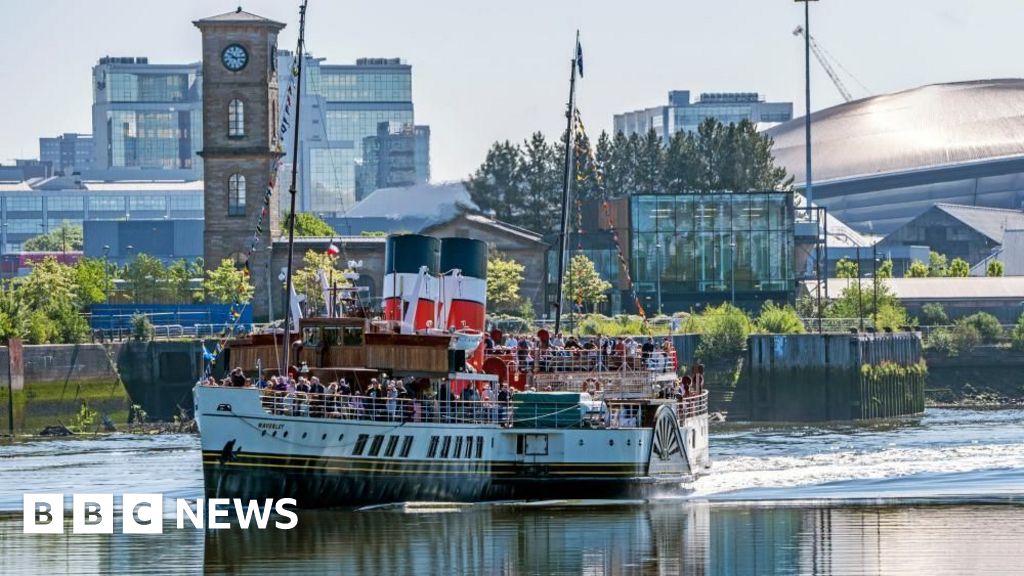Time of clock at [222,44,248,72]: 10:14
